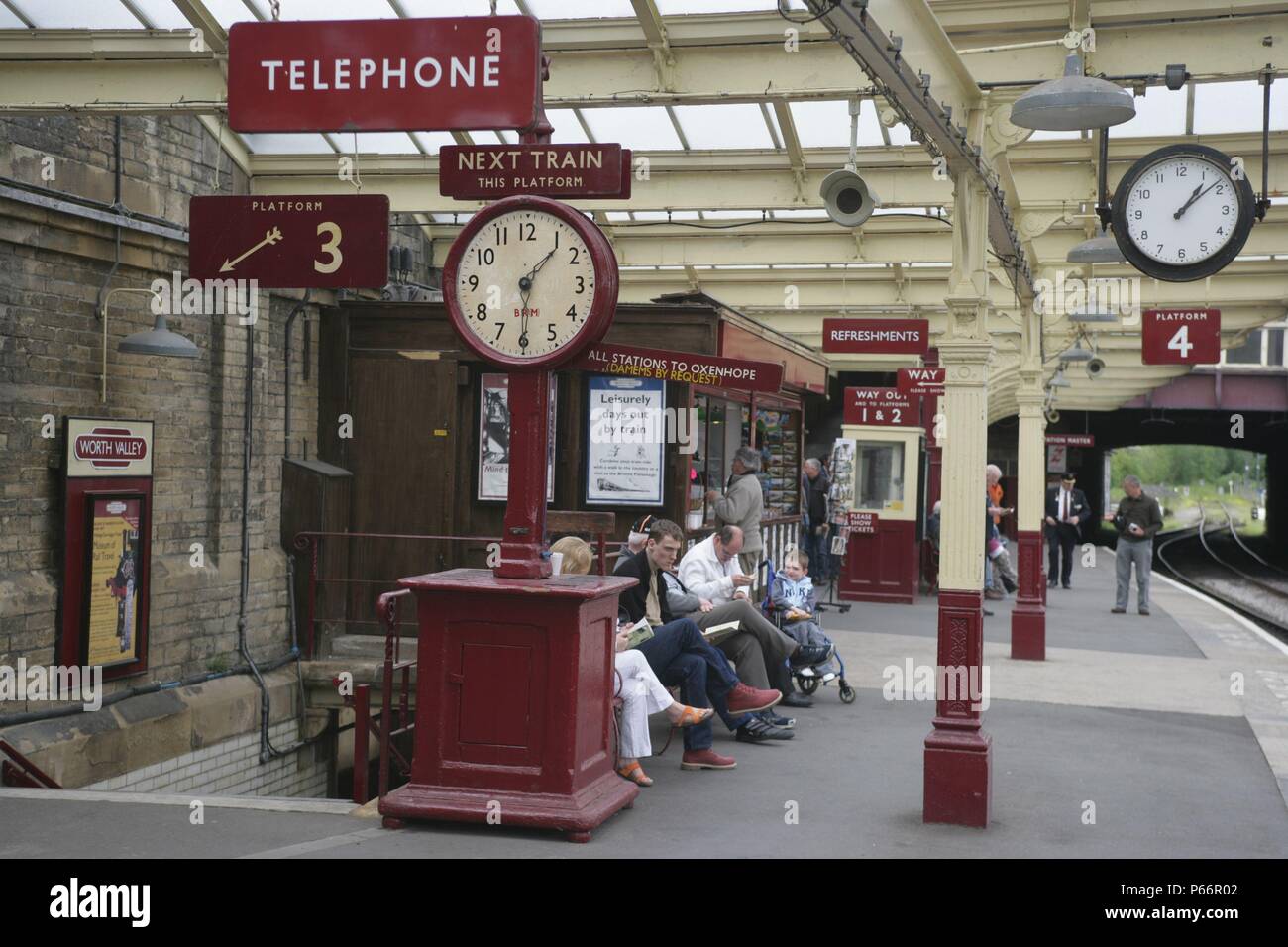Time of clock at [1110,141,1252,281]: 1:08
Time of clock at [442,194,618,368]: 1:30
